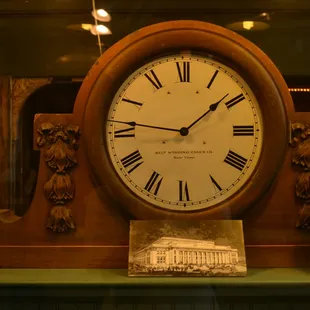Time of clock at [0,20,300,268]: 1:46
